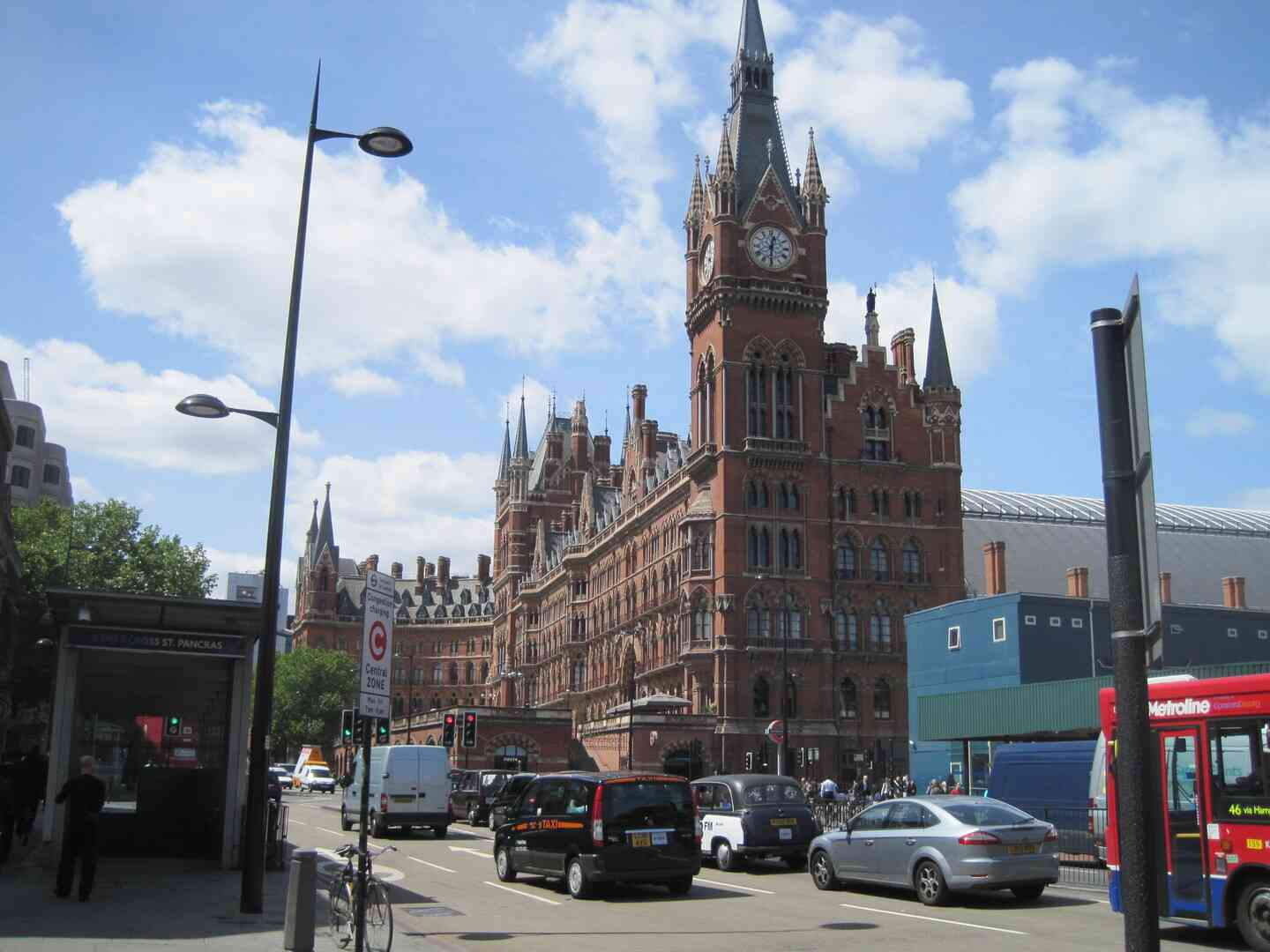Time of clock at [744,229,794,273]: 12:30
